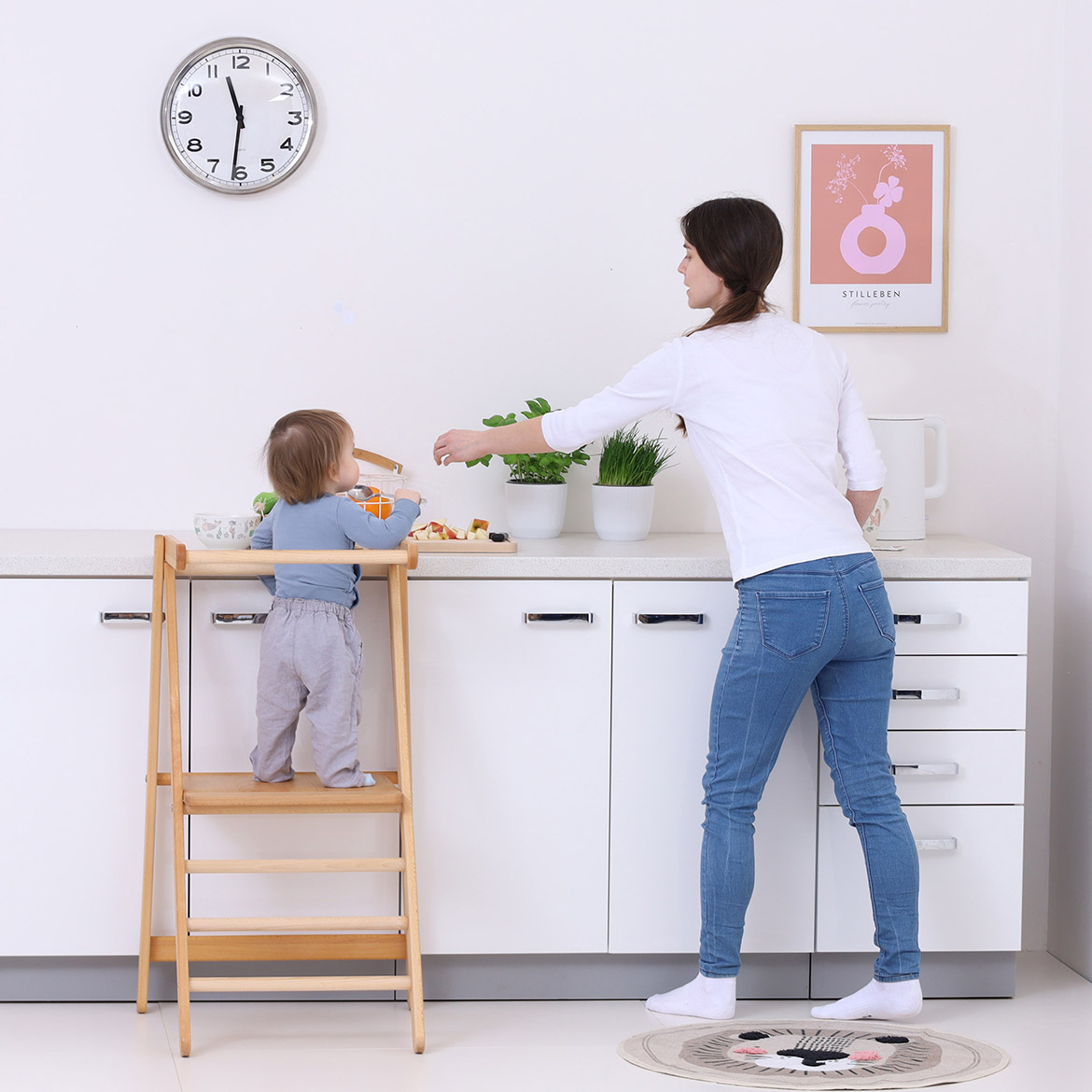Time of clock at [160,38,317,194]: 11:31
